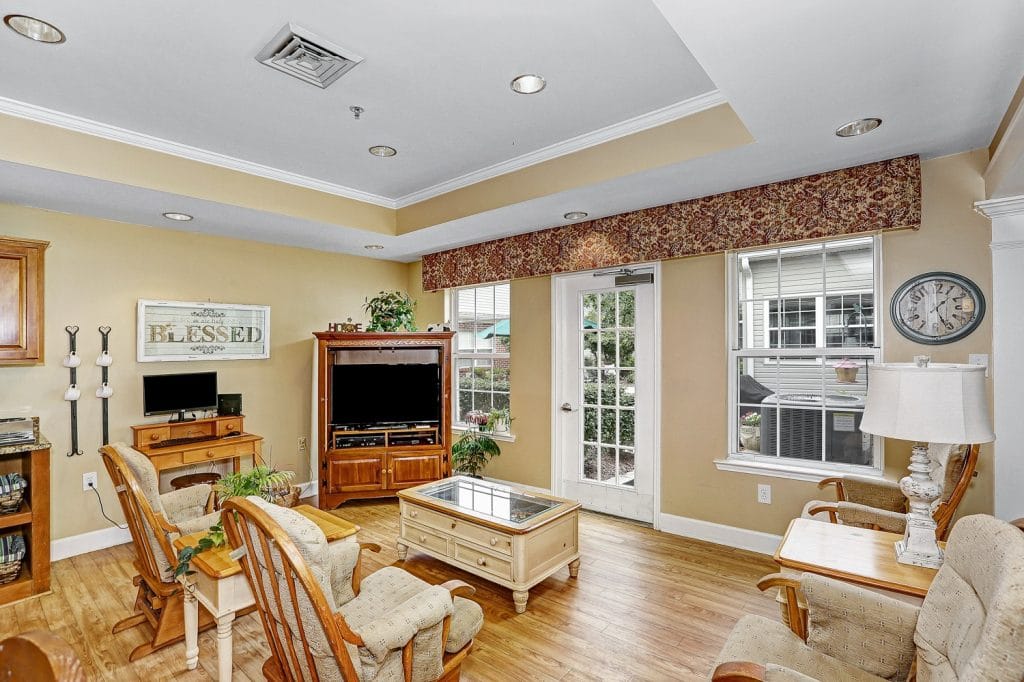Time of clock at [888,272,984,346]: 1:26
